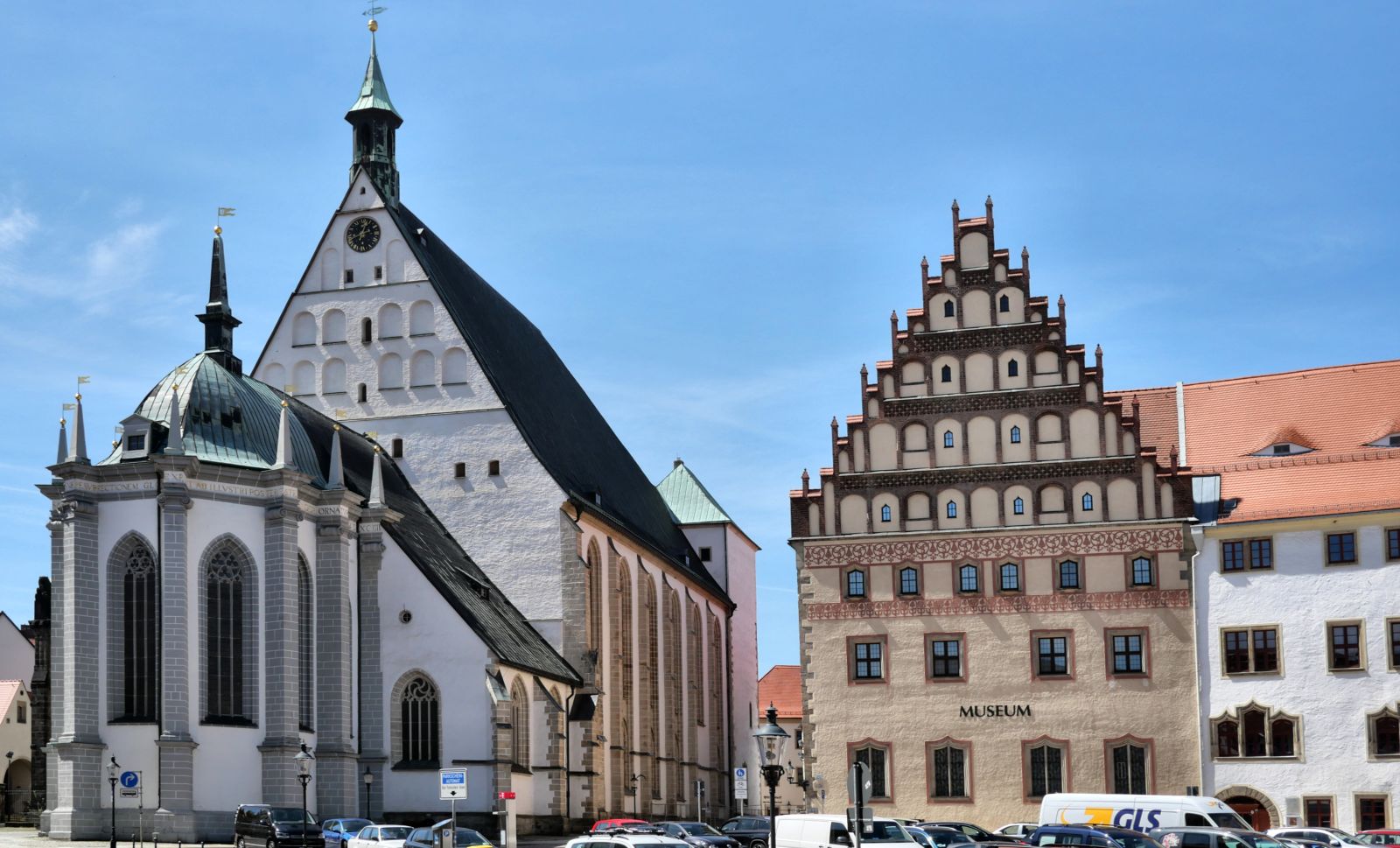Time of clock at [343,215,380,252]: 12:41
